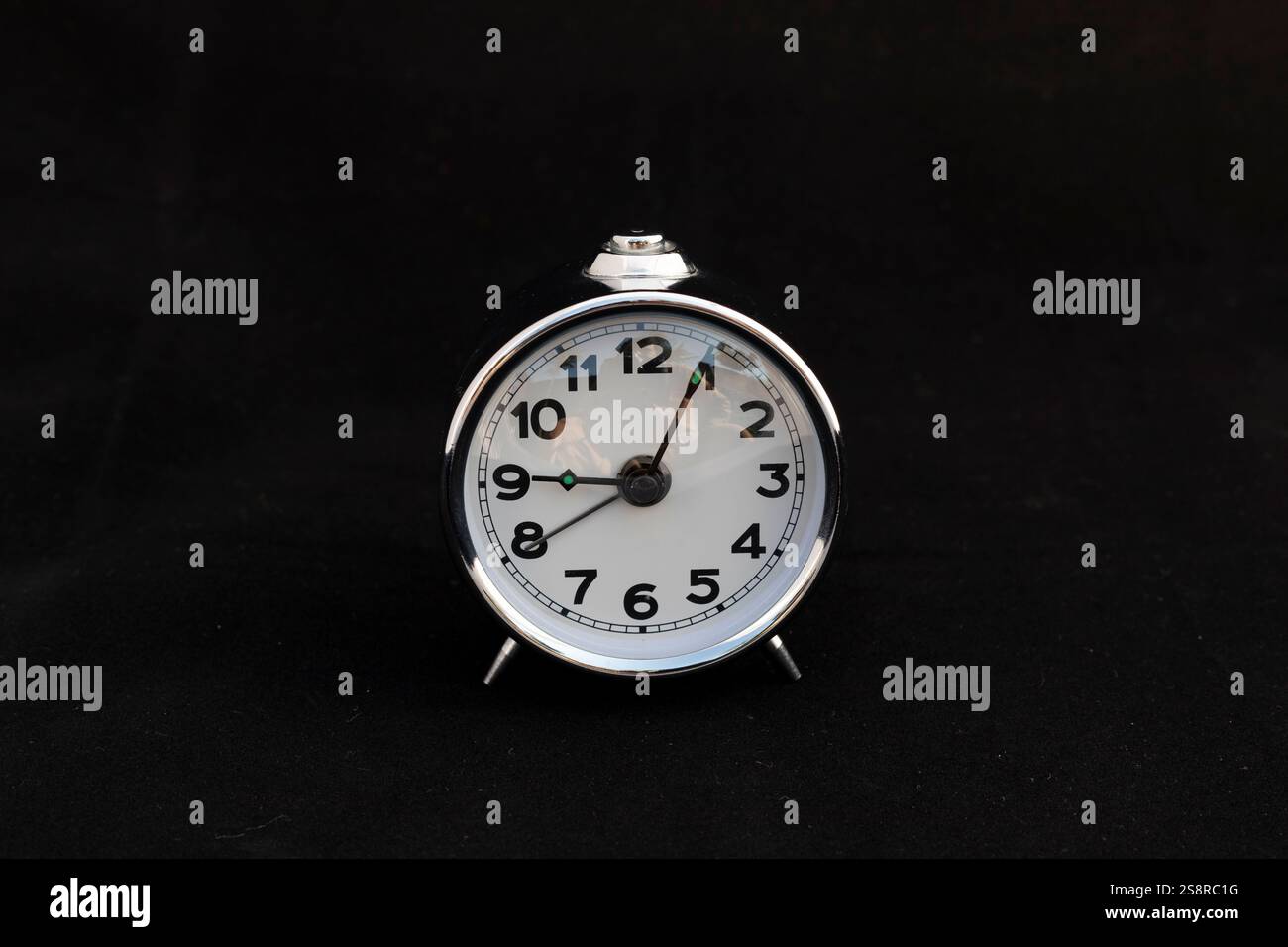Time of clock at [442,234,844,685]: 9:04
